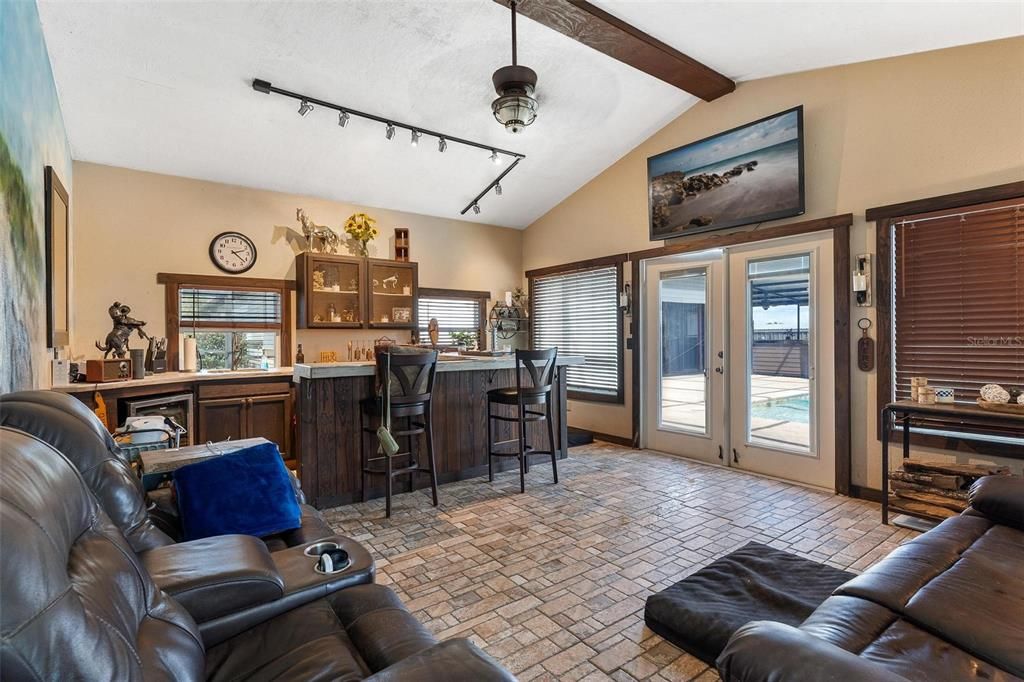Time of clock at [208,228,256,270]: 2:22
